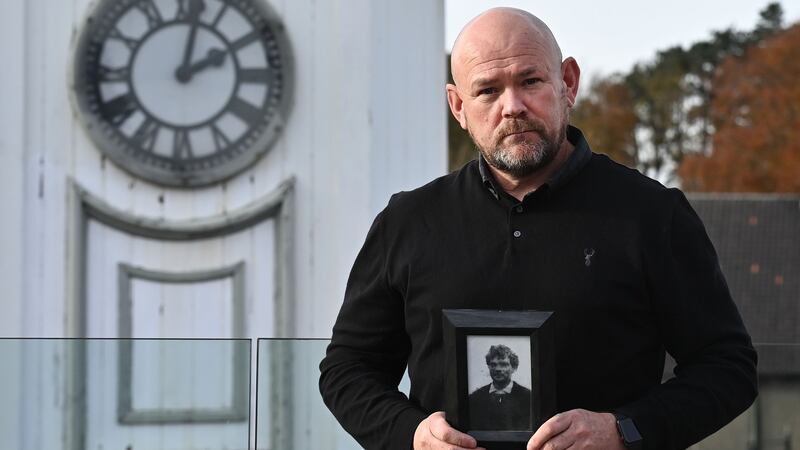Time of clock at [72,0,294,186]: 2:01
